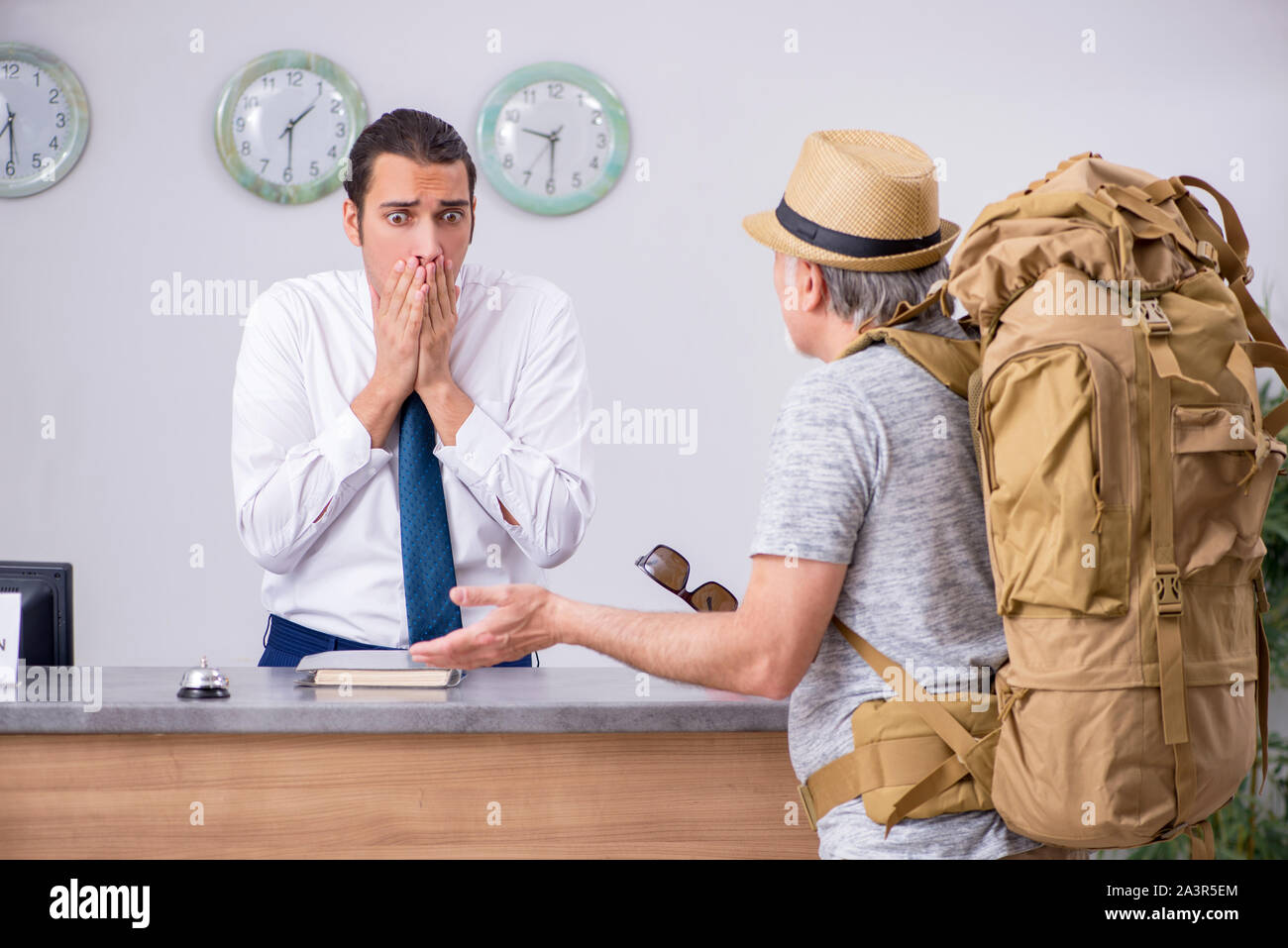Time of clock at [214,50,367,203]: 1:29
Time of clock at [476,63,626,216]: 9:29
